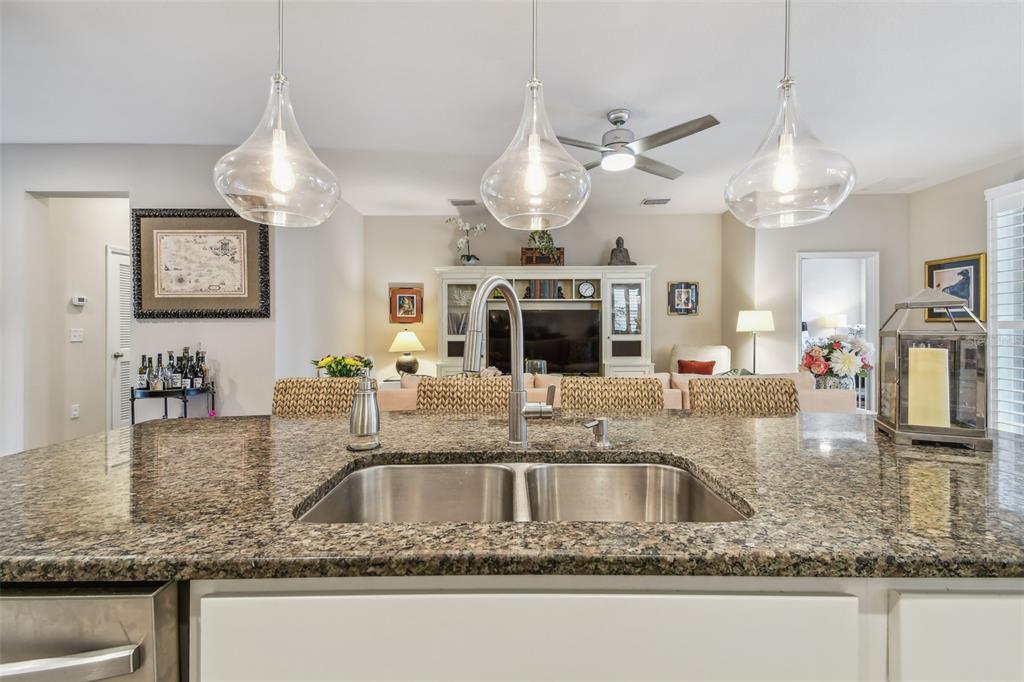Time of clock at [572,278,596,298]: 7:08
